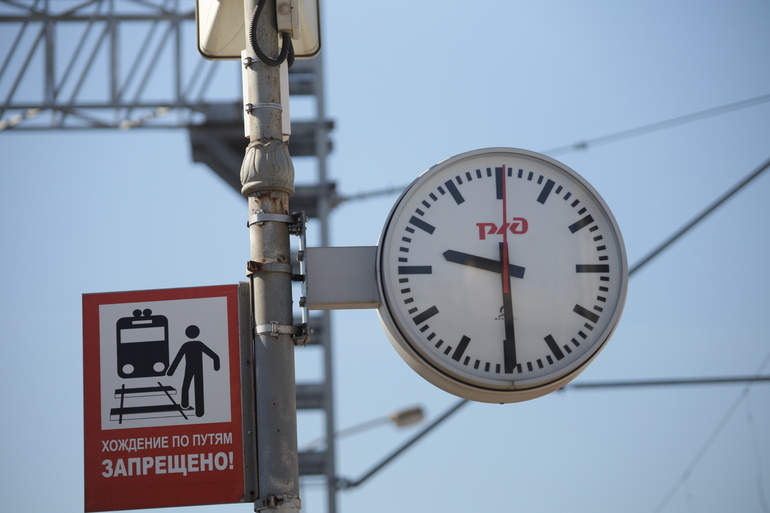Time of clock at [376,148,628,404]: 9:29
